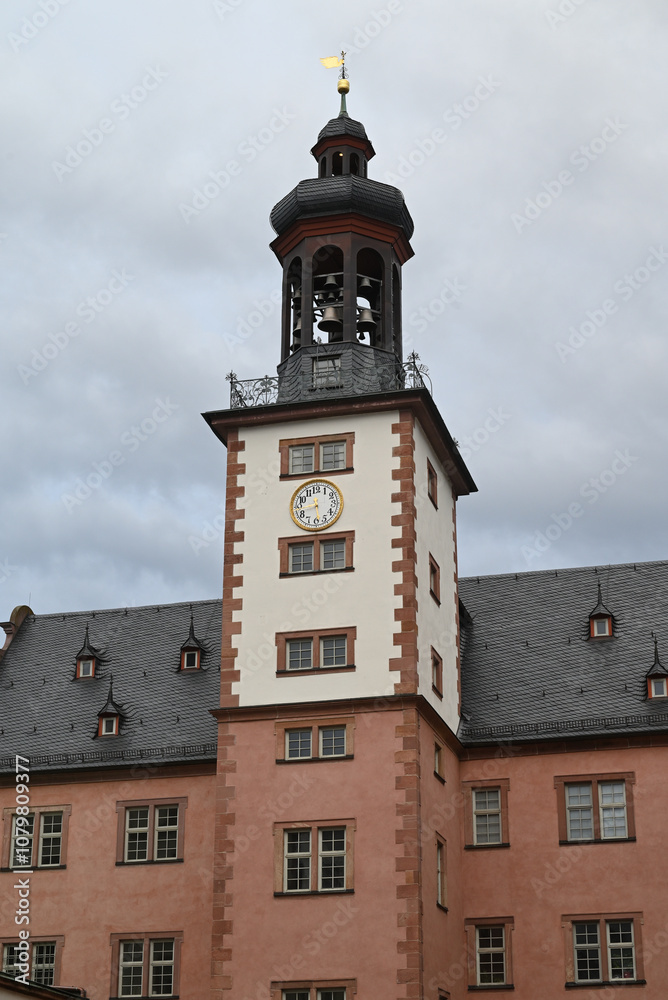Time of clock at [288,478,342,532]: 5:43
